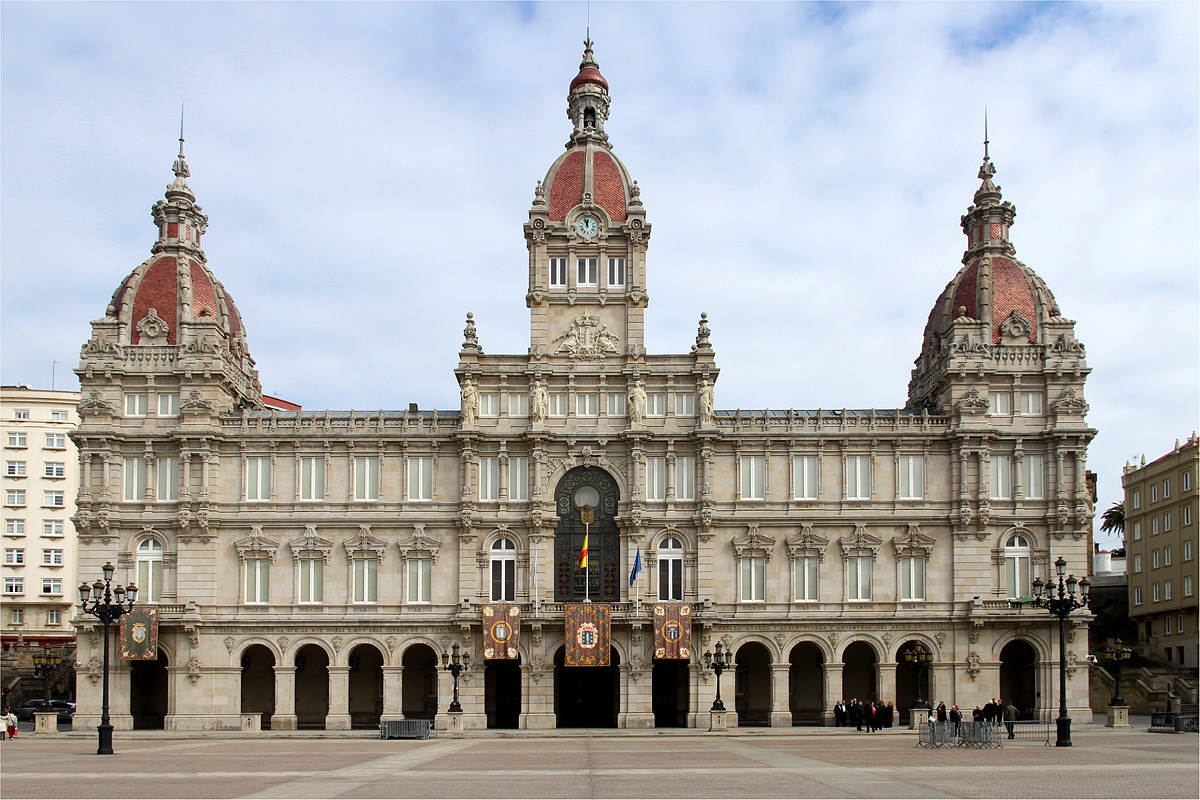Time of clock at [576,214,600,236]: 11:56
